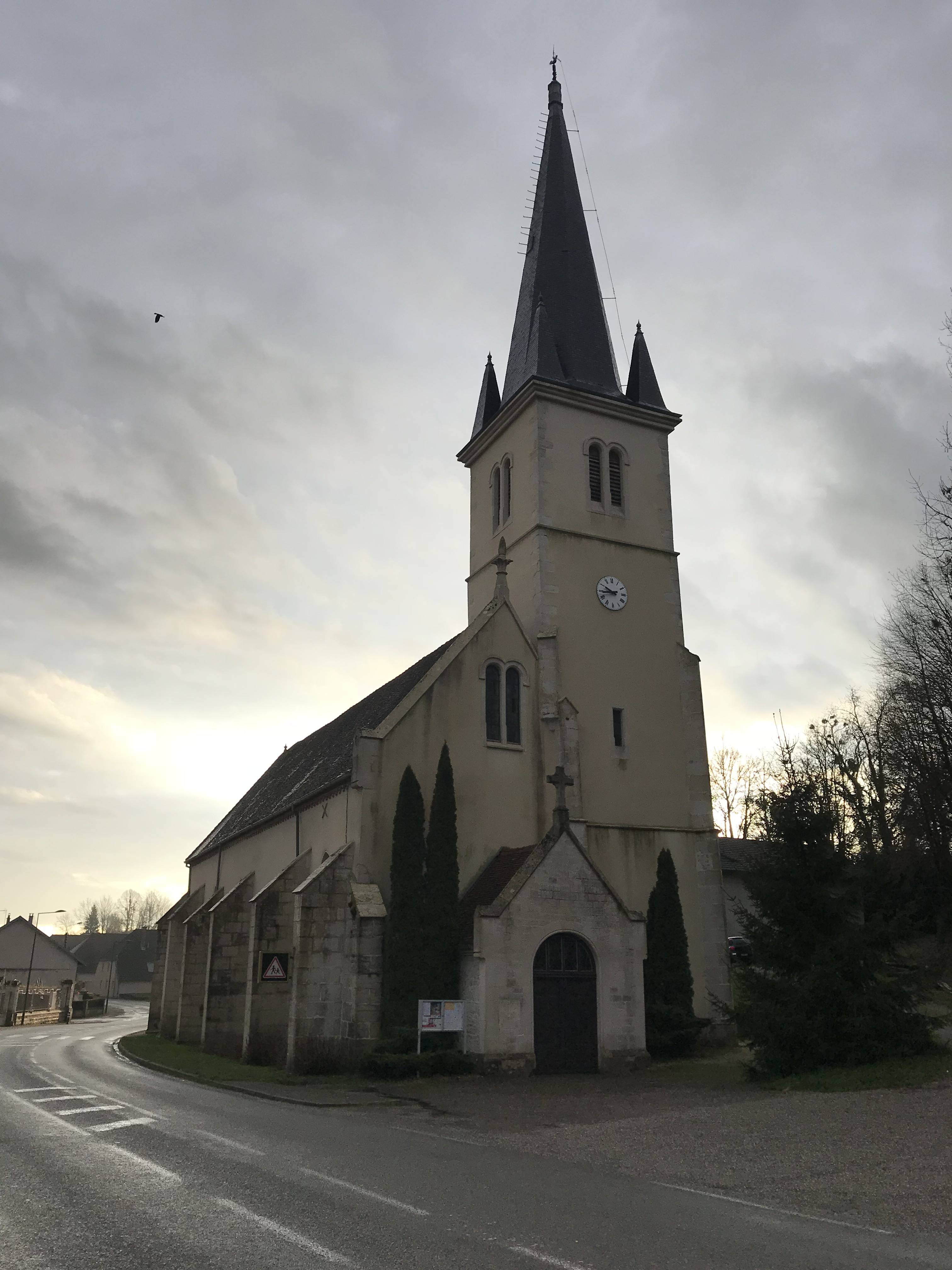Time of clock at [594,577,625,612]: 9:43
